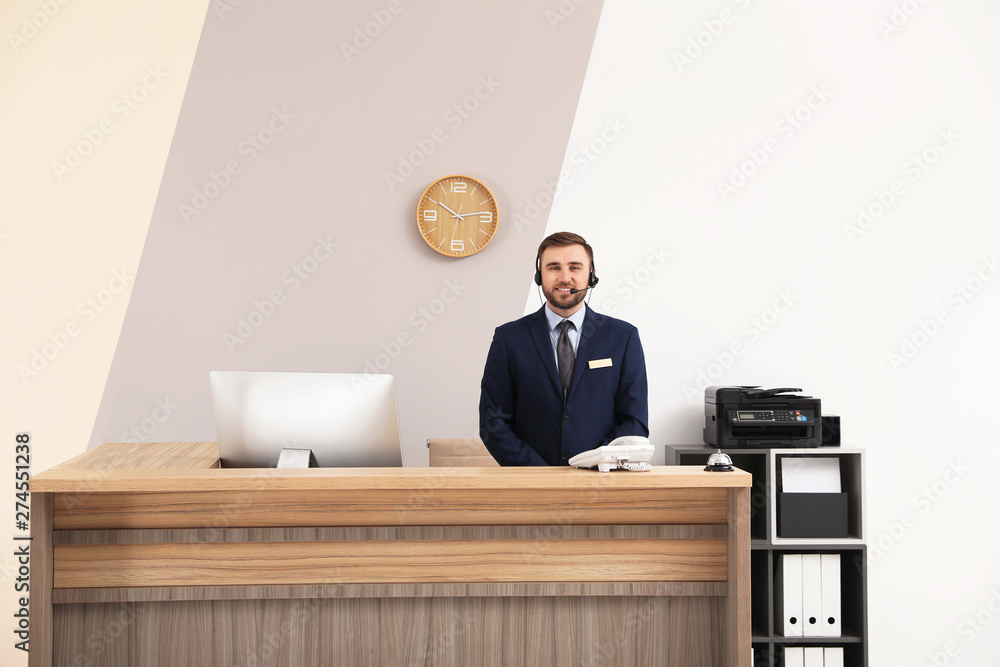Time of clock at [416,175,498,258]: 10:13
